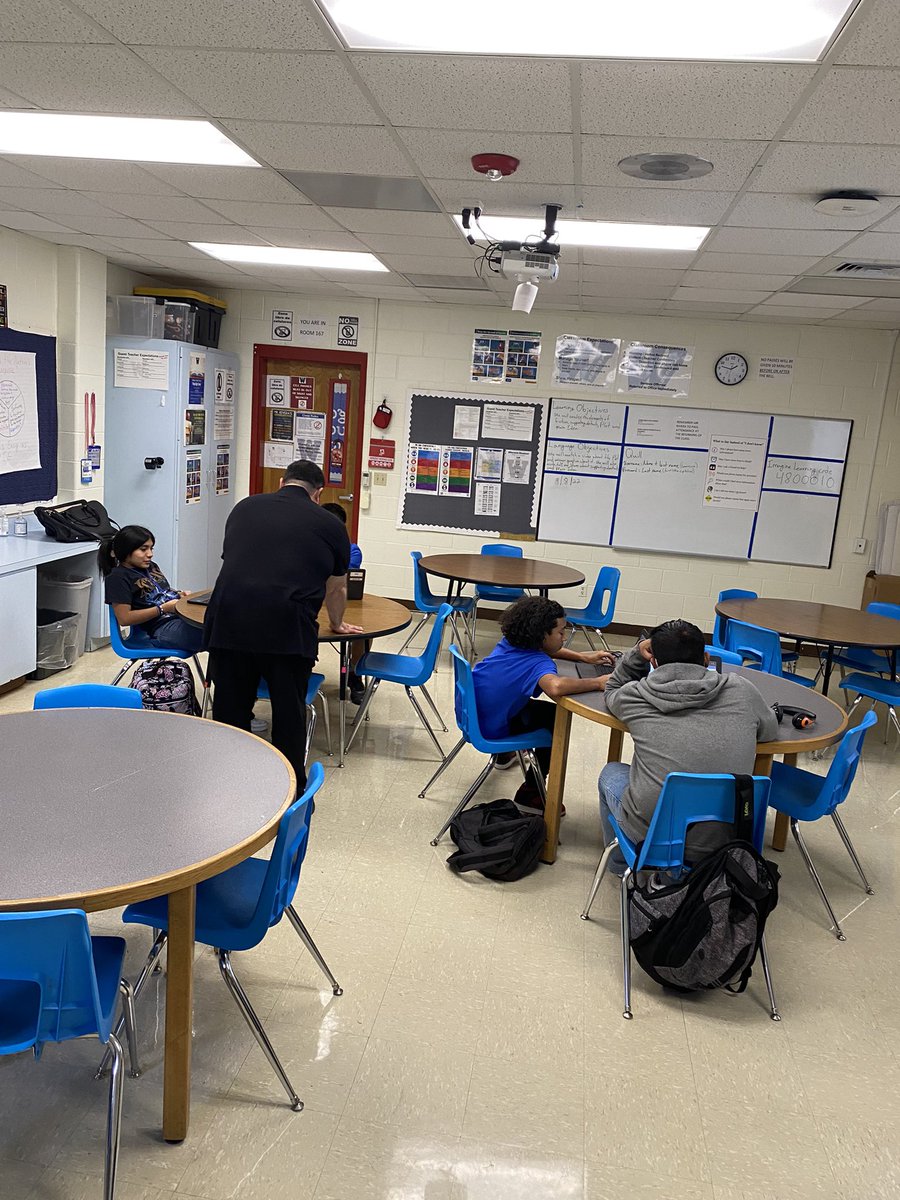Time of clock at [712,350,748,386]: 1:46
